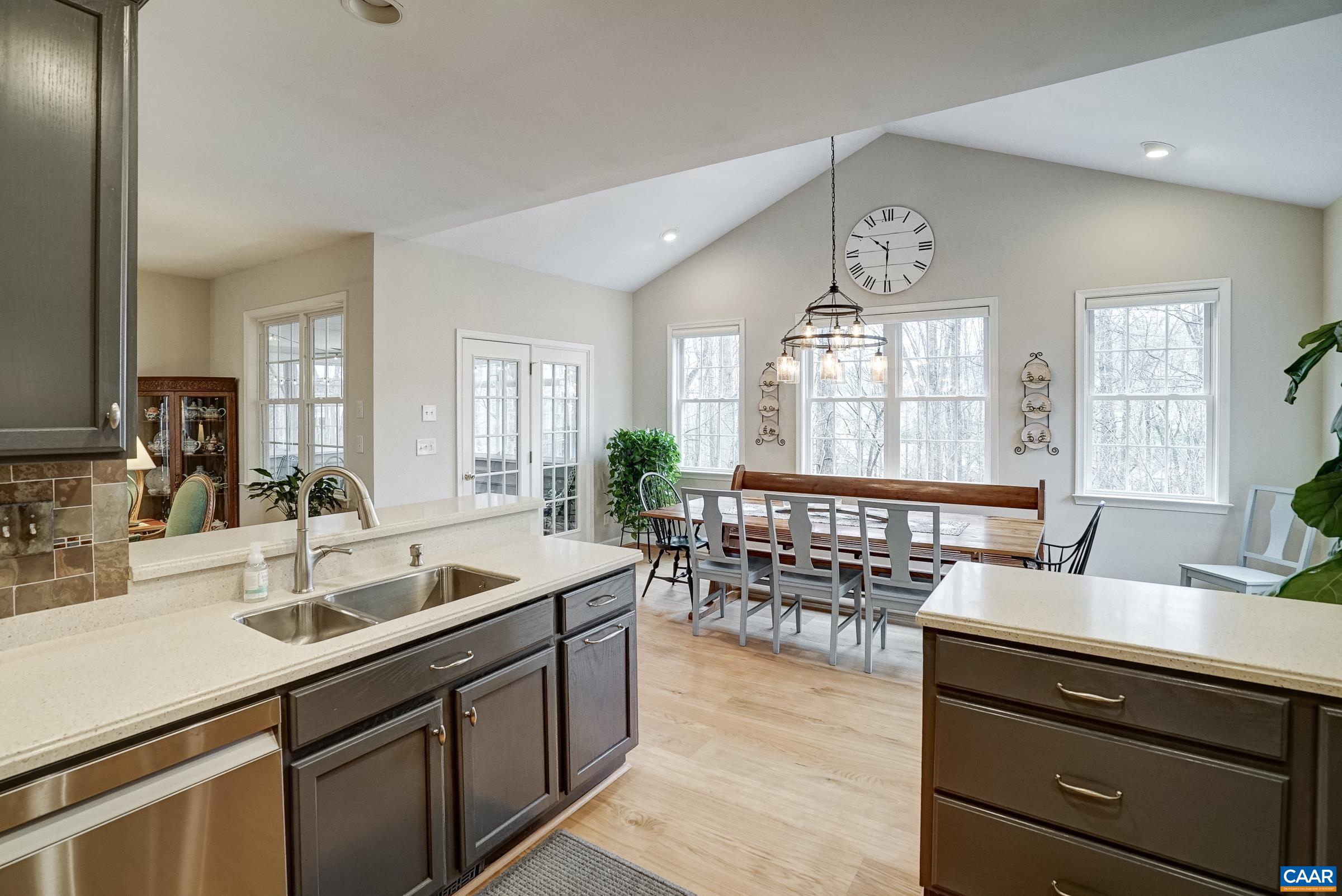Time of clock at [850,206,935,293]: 10:30
